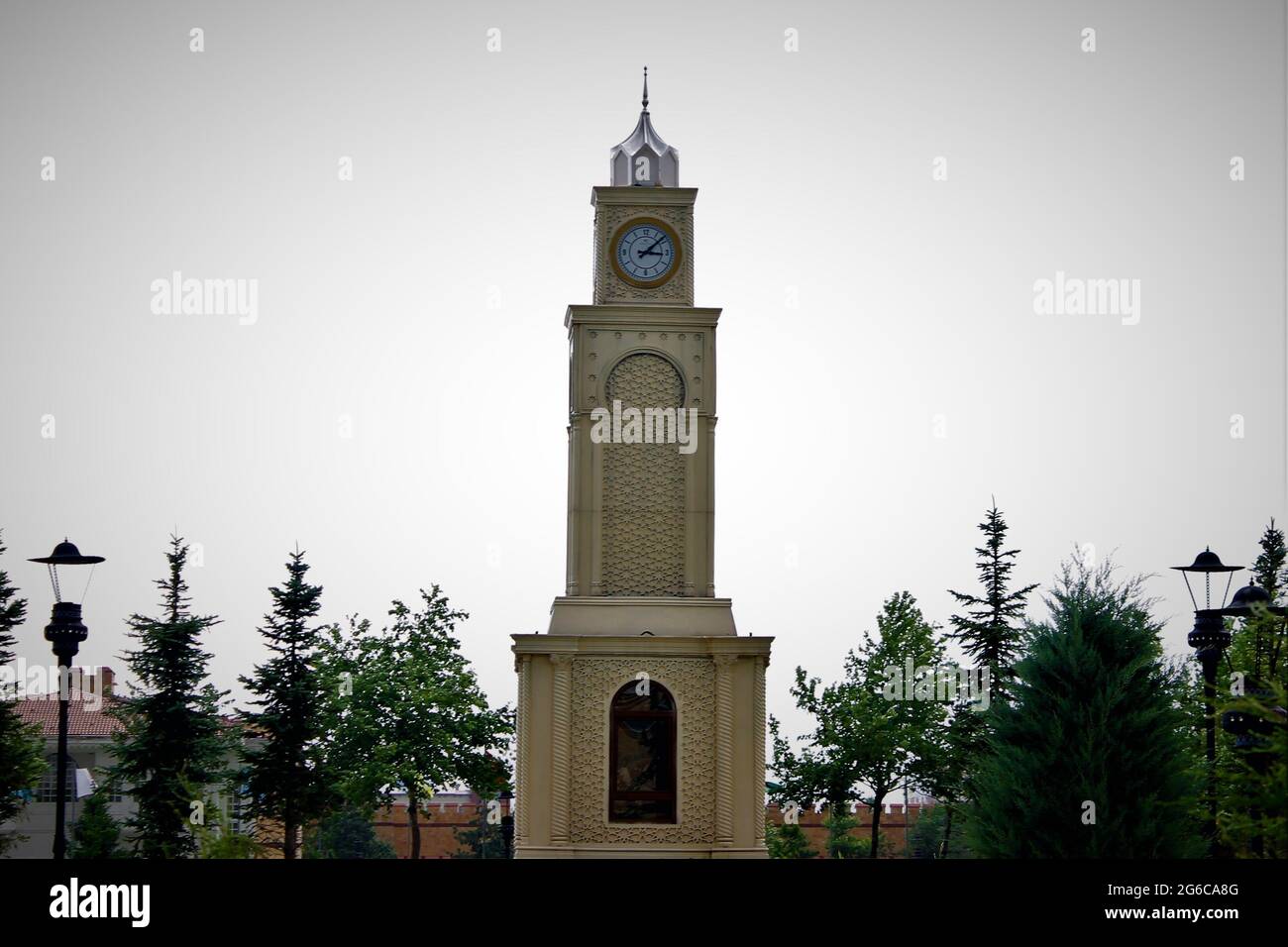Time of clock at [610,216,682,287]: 3:08
